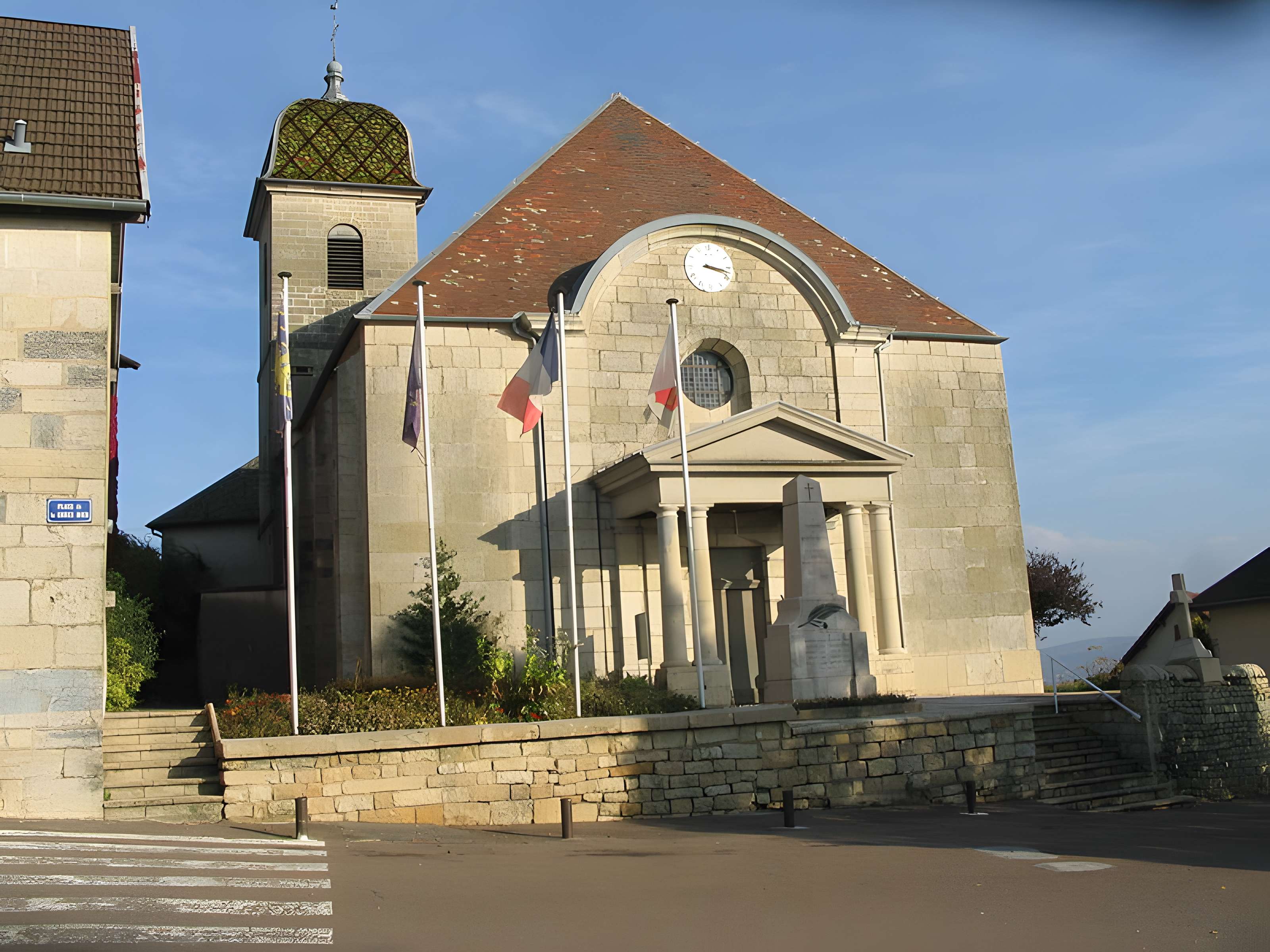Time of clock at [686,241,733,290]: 3:17
